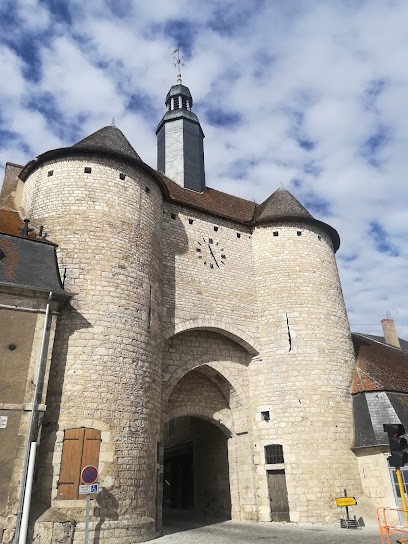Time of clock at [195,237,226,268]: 11:25
